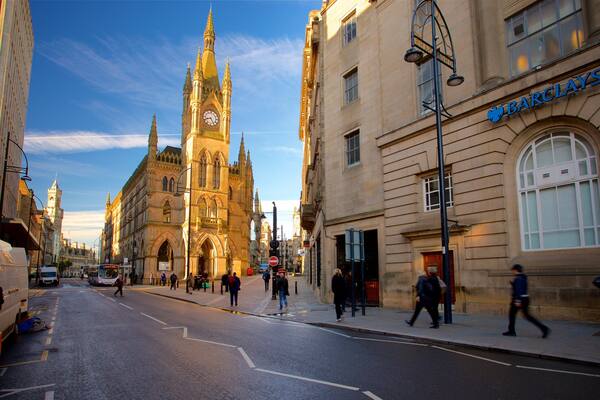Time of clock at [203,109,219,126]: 8:25
